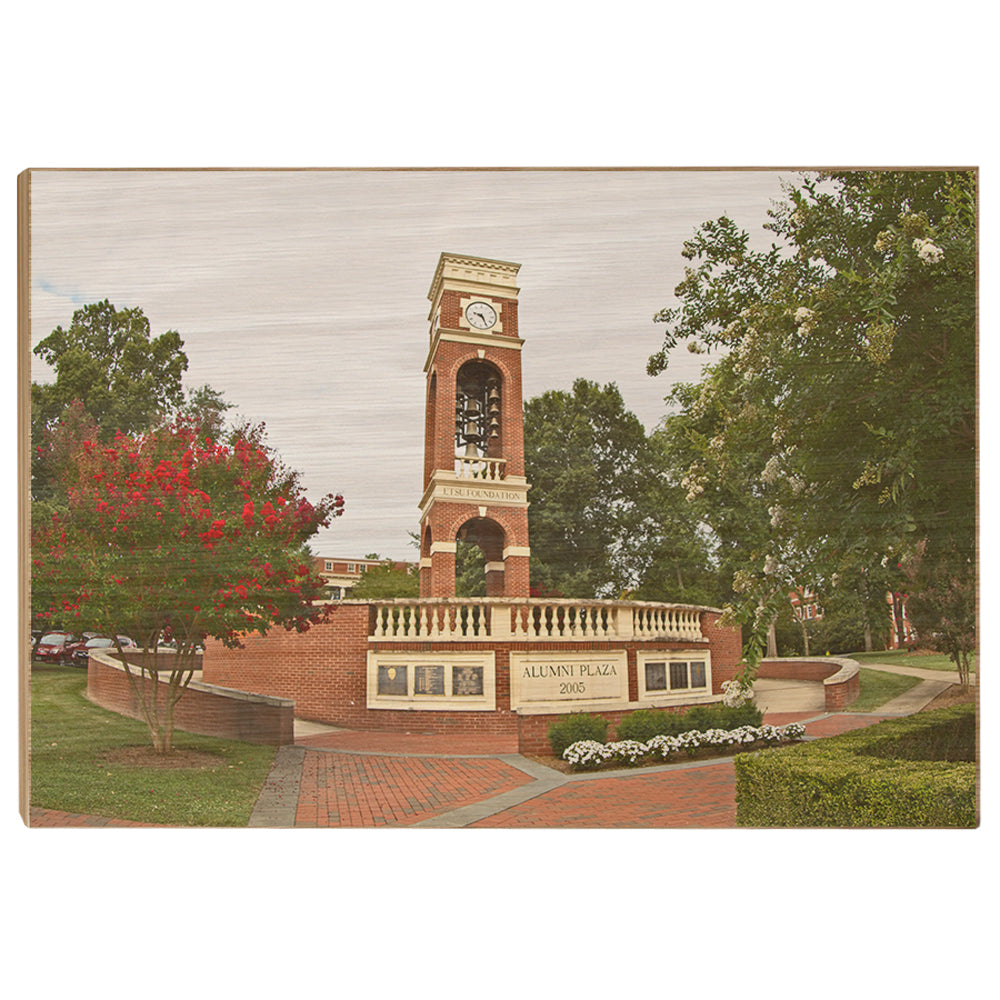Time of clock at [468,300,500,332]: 9:25
